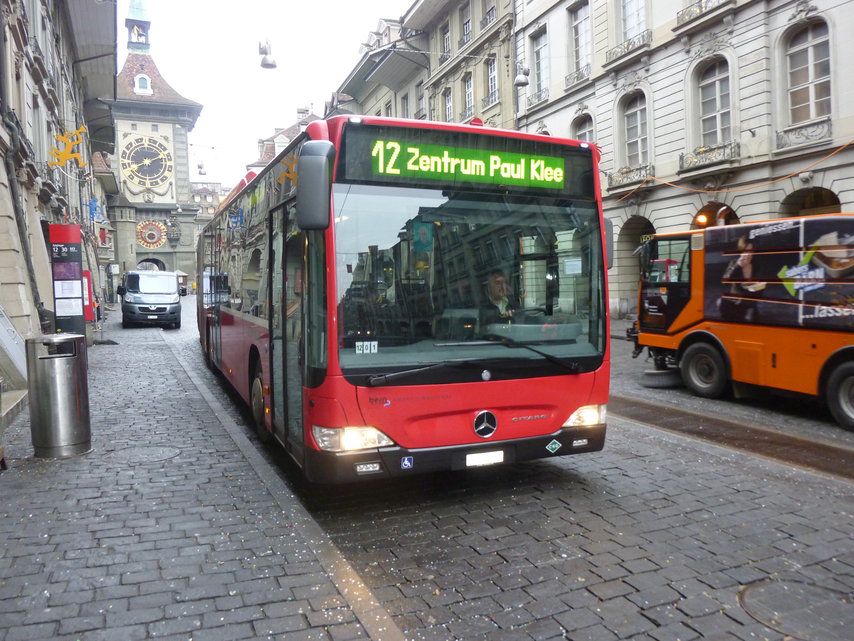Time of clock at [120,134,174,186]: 8:11
